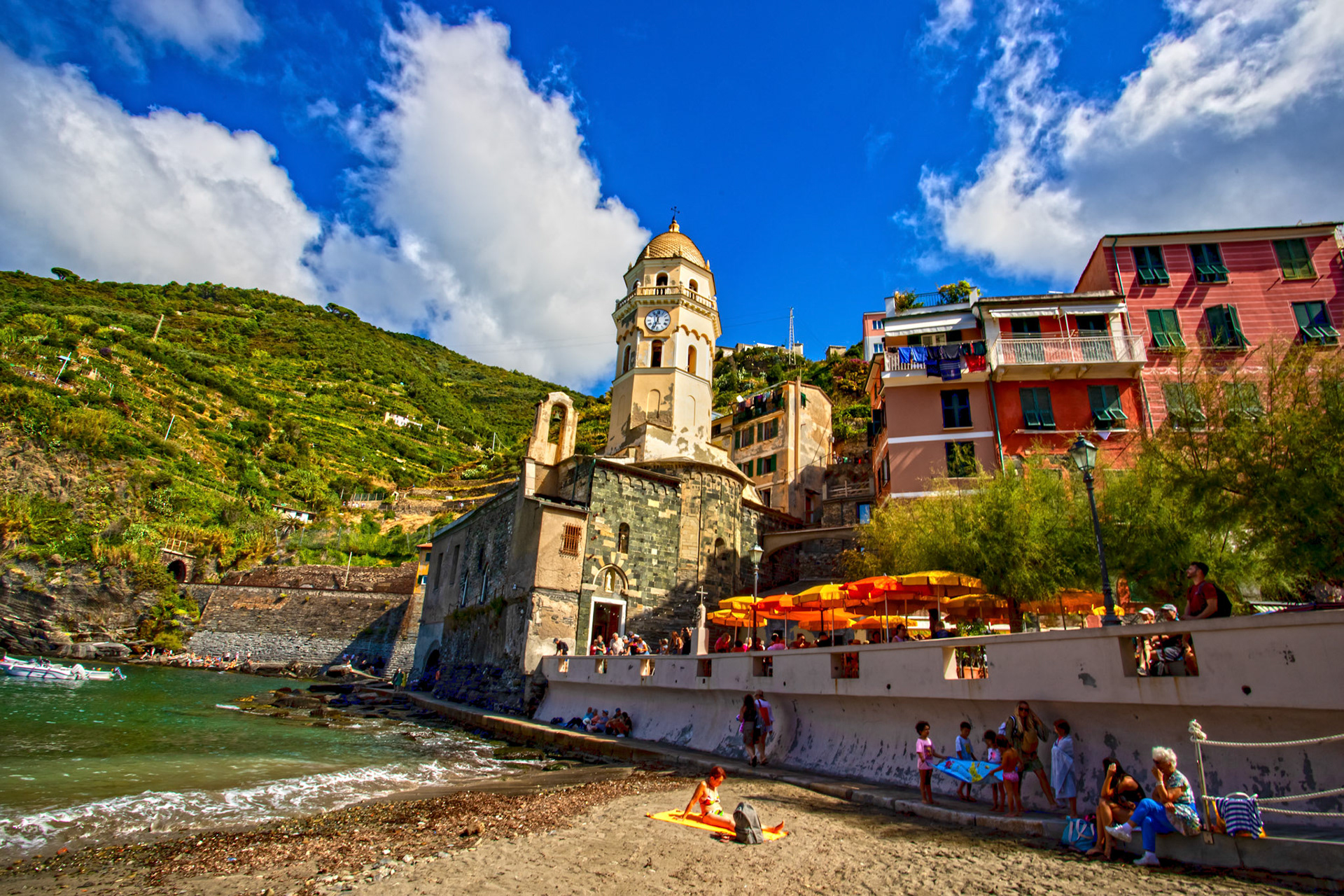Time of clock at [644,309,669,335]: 11:33
